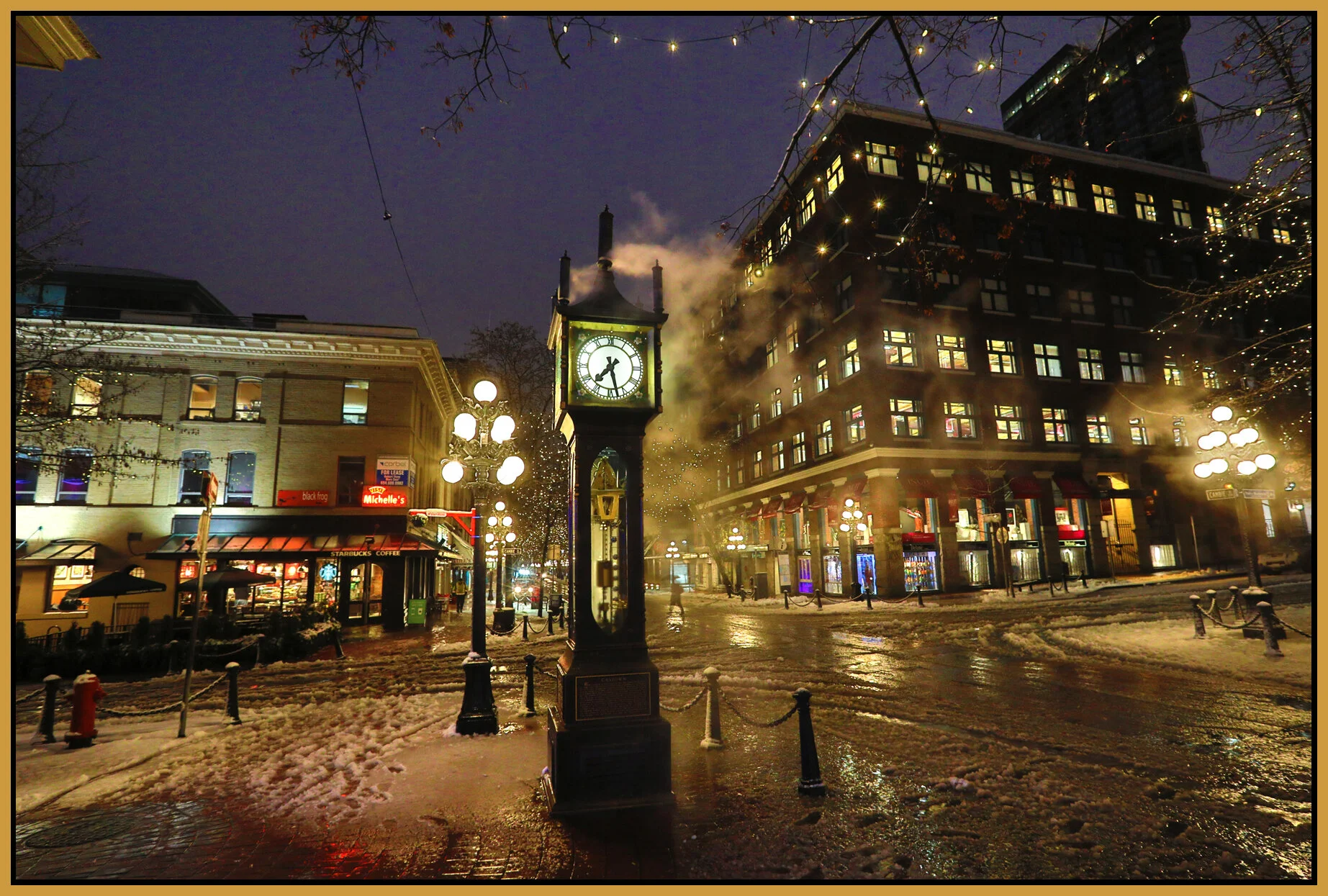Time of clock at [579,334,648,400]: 7:27
